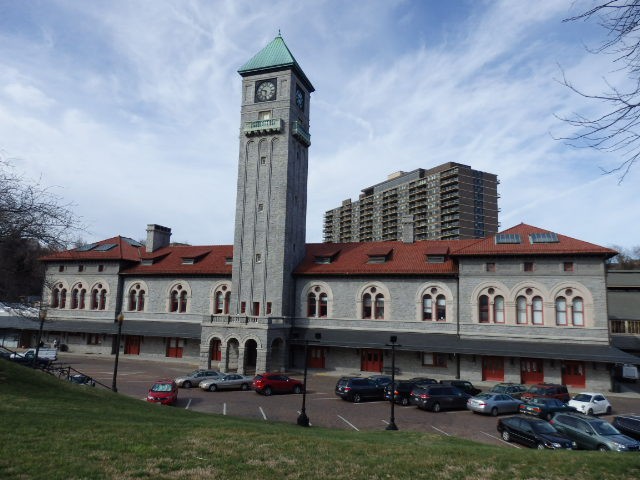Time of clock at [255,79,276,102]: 9:31
